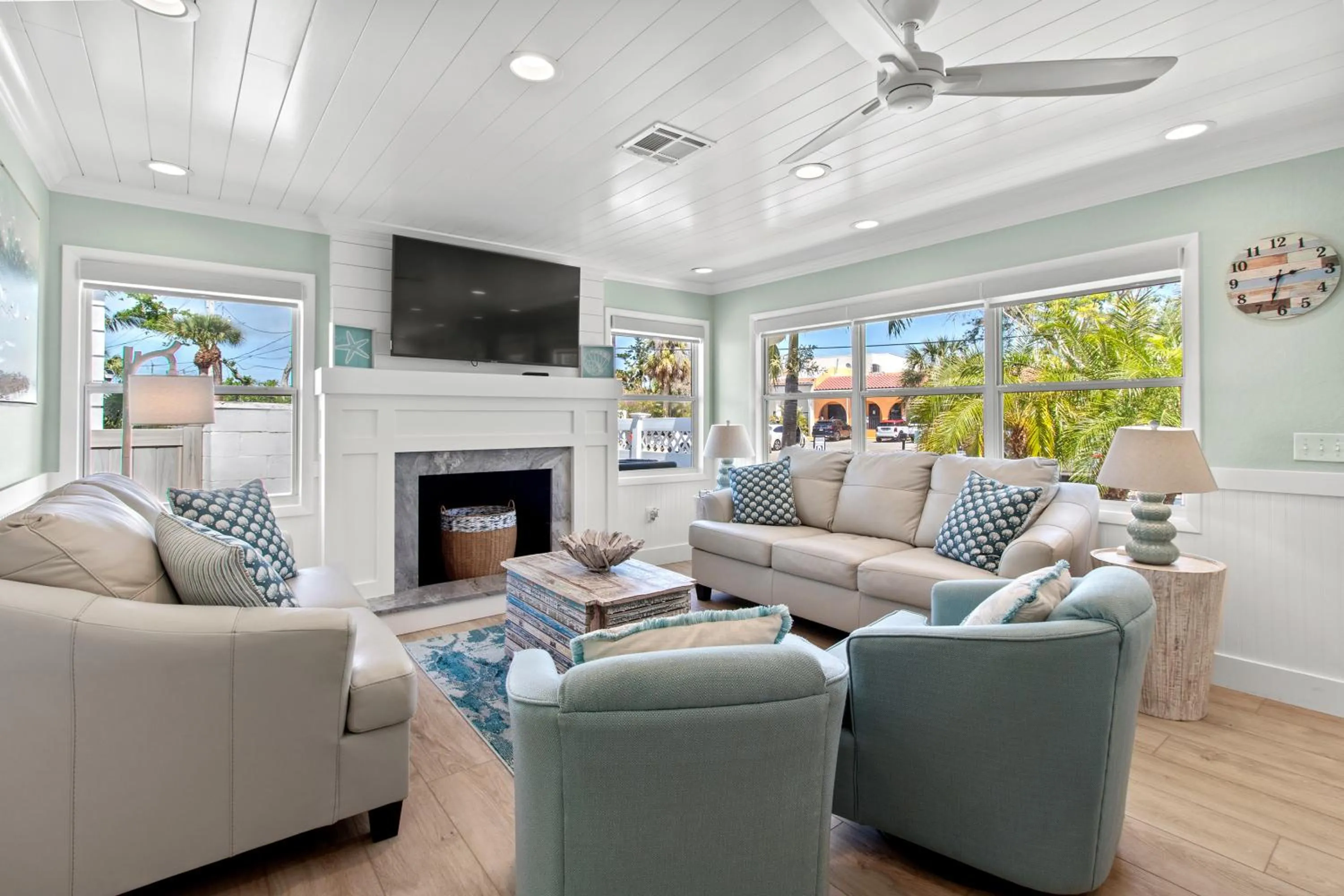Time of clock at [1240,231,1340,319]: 2:32
